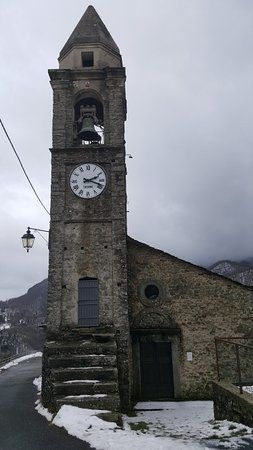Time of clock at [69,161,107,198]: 2:18
